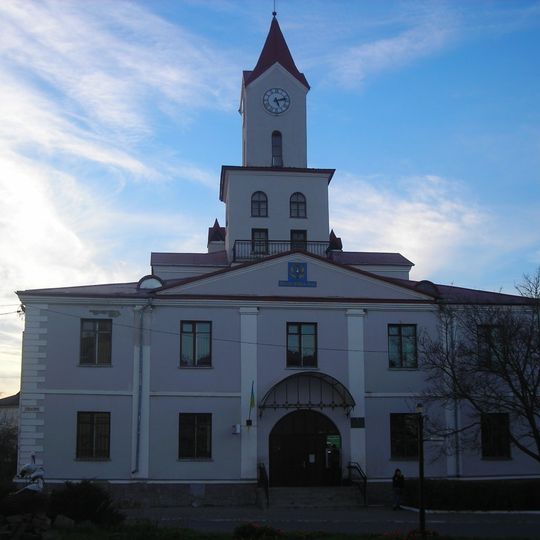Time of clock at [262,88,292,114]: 5:12
